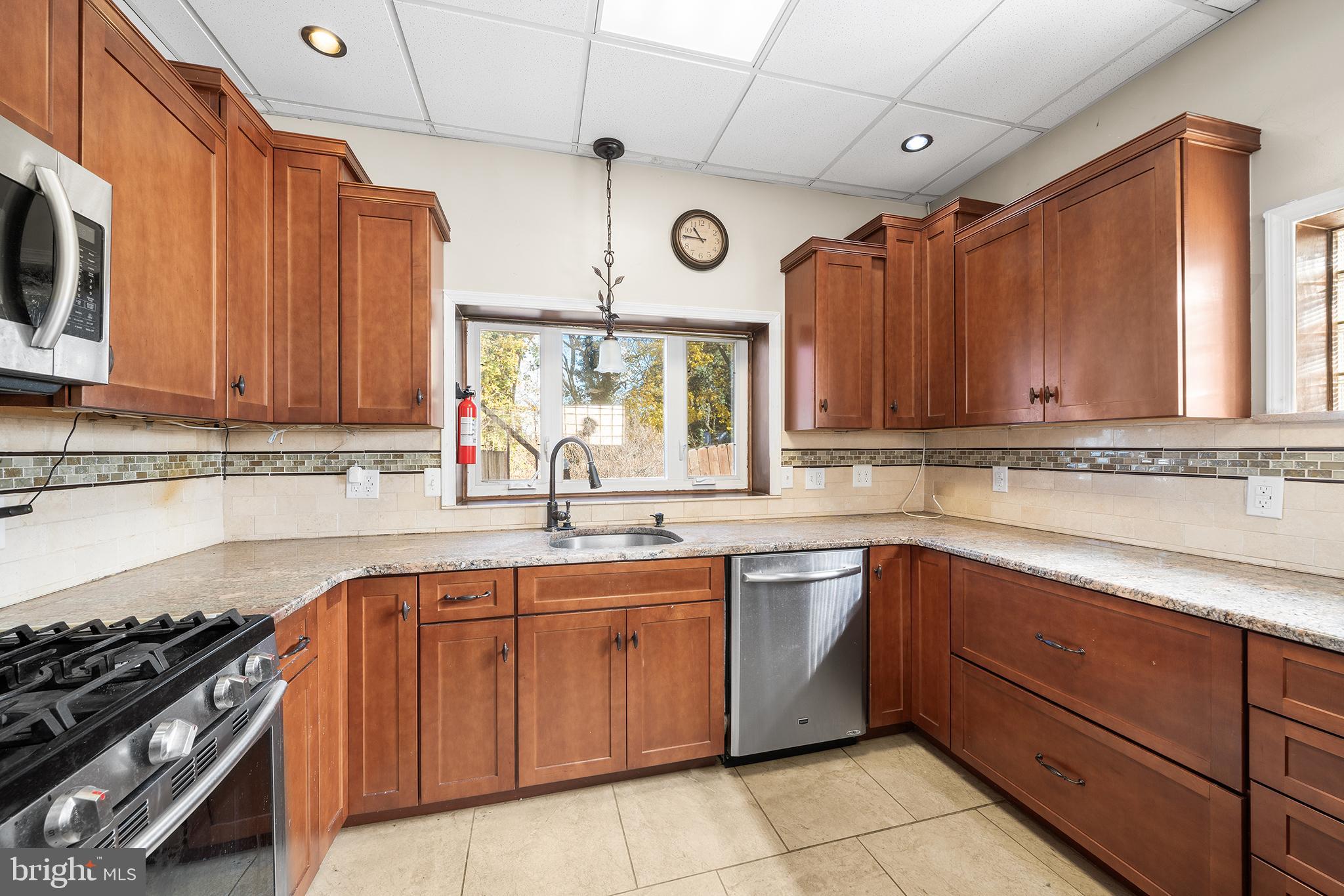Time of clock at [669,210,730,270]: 10:45
